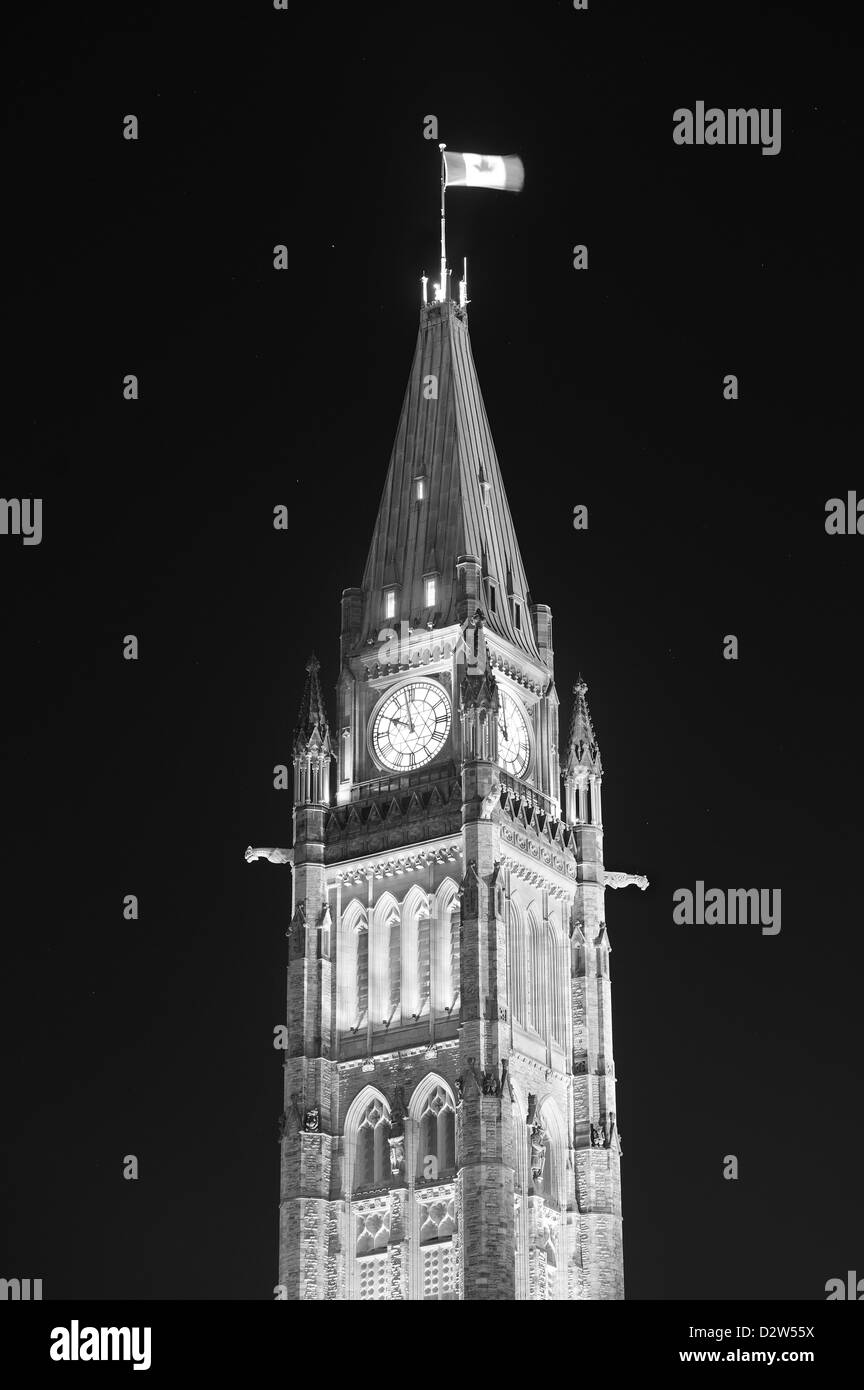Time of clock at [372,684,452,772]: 9:57
